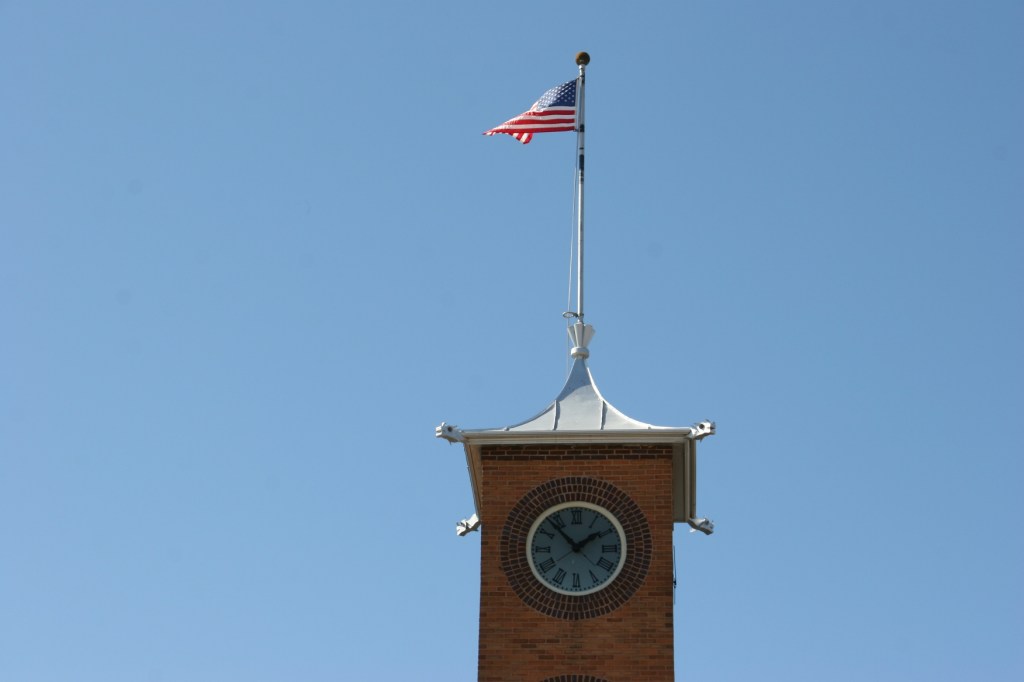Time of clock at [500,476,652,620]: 1:53
